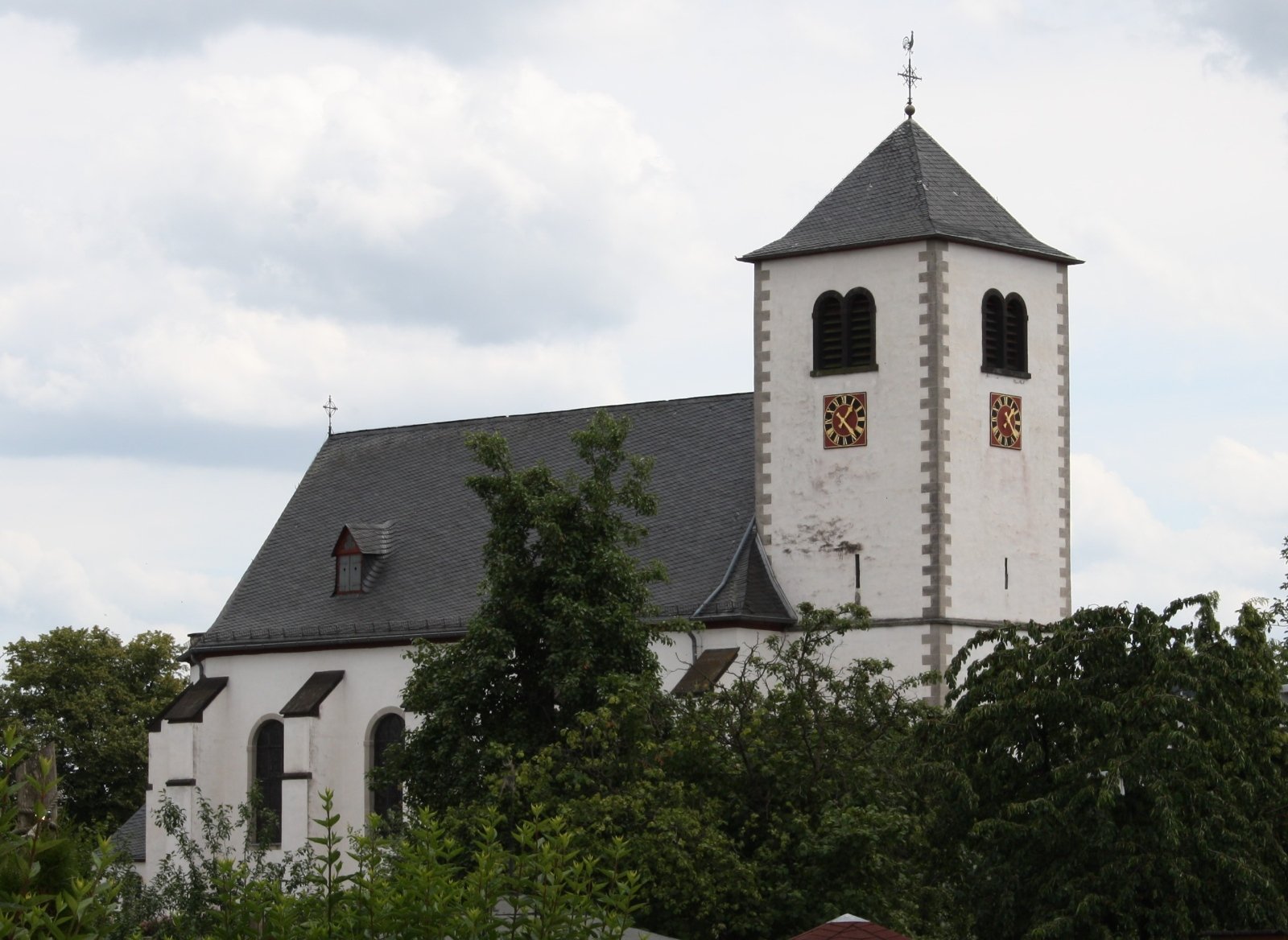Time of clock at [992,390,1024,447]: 1:23
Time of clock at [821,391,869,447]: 1:22
